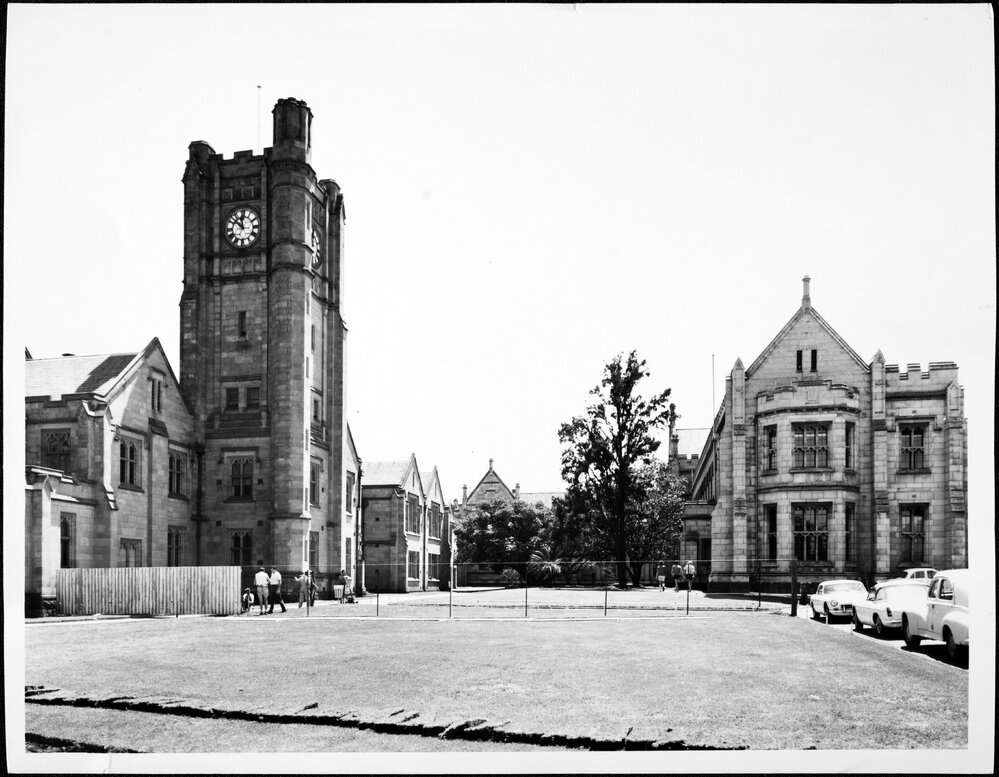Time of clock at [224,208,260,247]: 11:52
